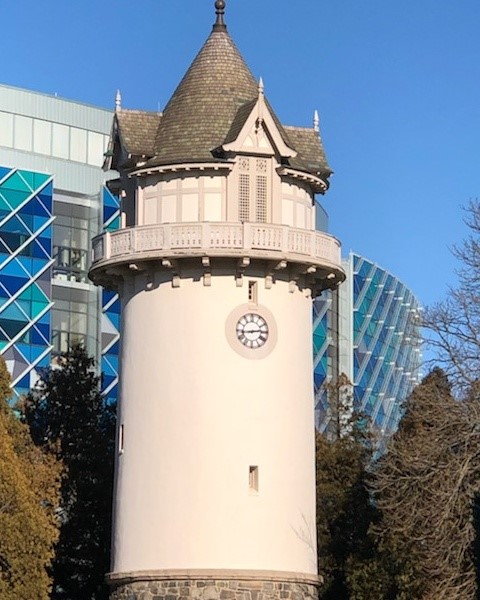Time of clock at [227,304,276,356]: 2:43
